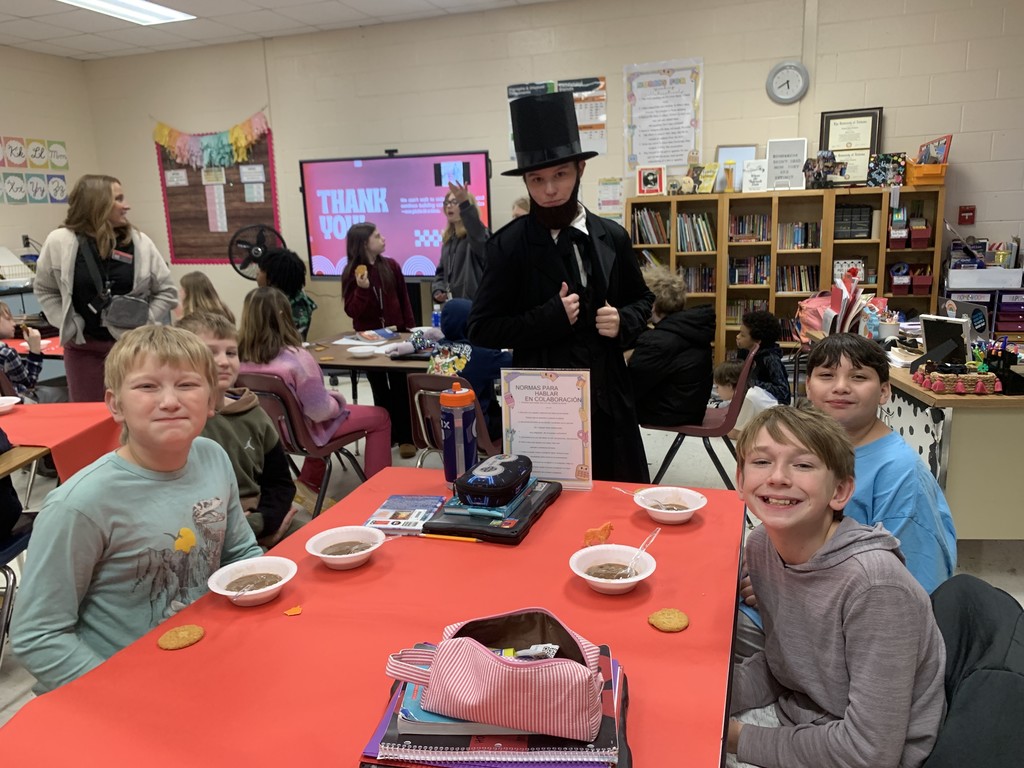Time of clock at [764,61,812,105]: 5:40
